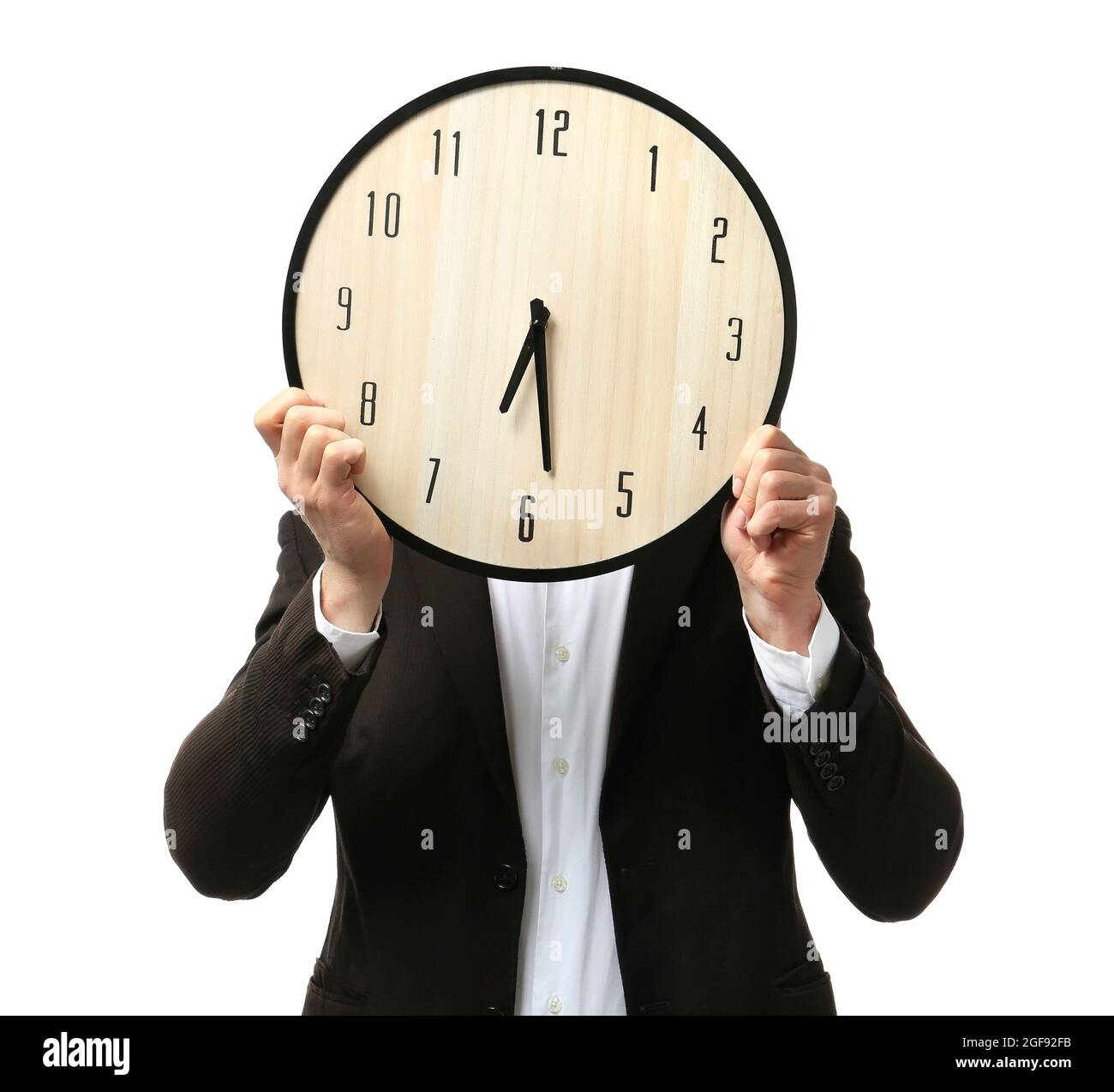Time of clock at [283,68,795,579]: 6:28
